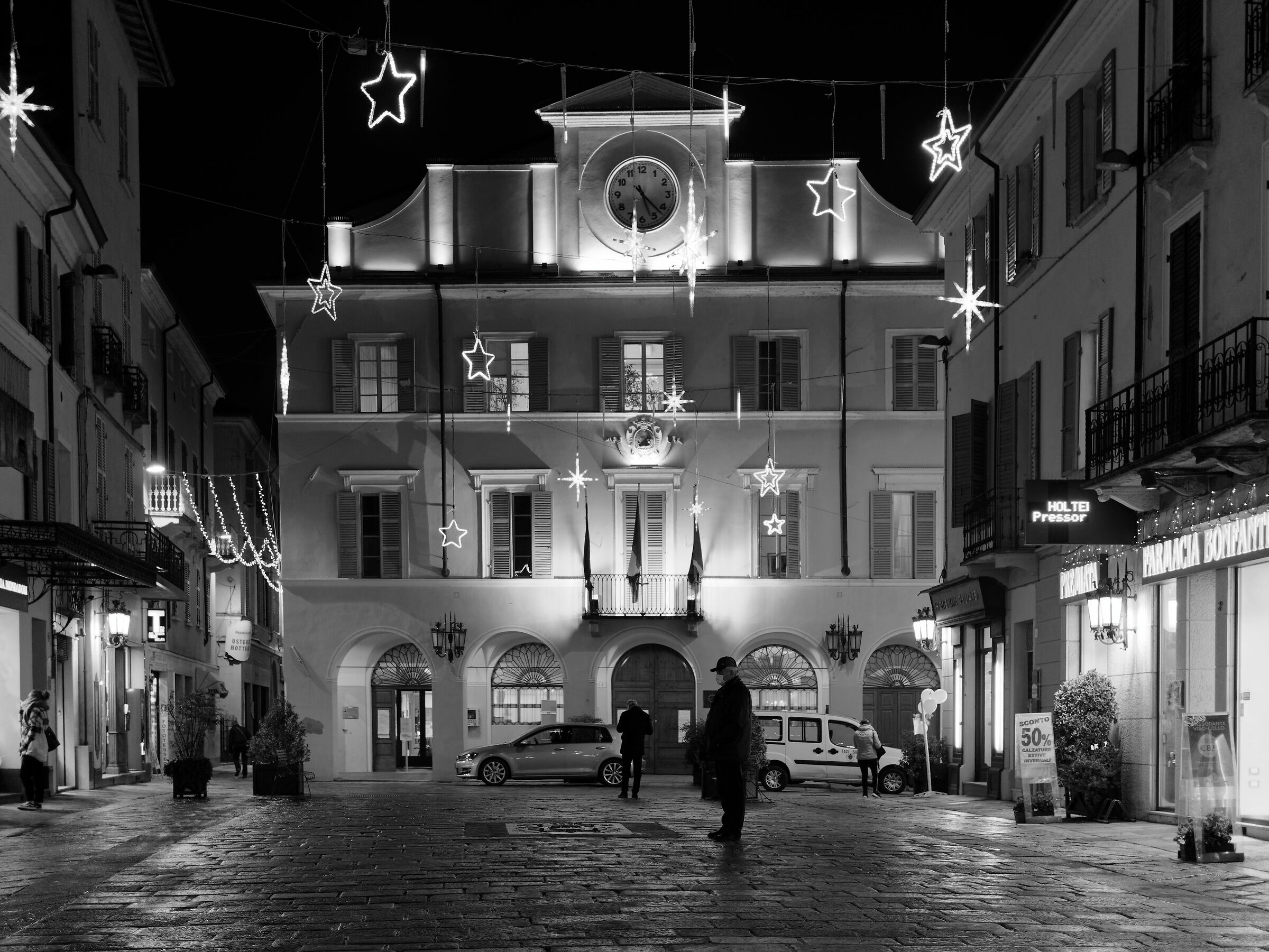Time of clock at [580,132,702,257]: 5:22
